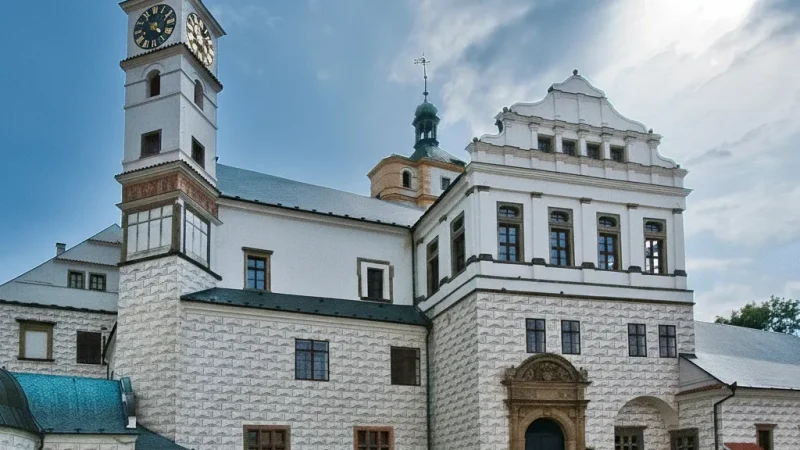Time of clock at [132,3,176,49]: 4:52
